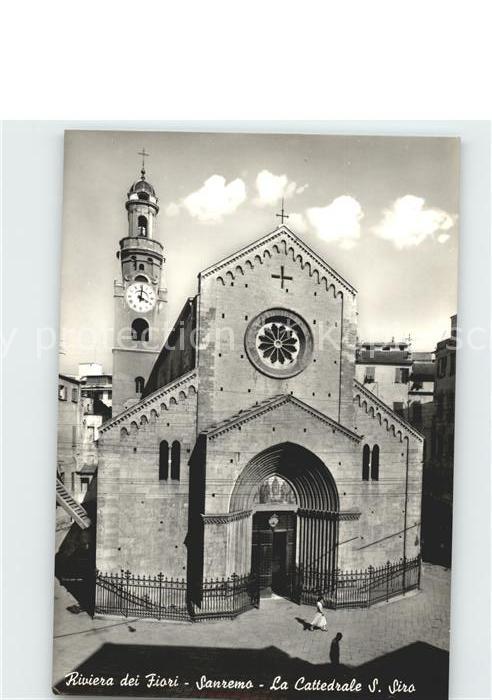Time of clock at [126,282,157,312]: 4:01
